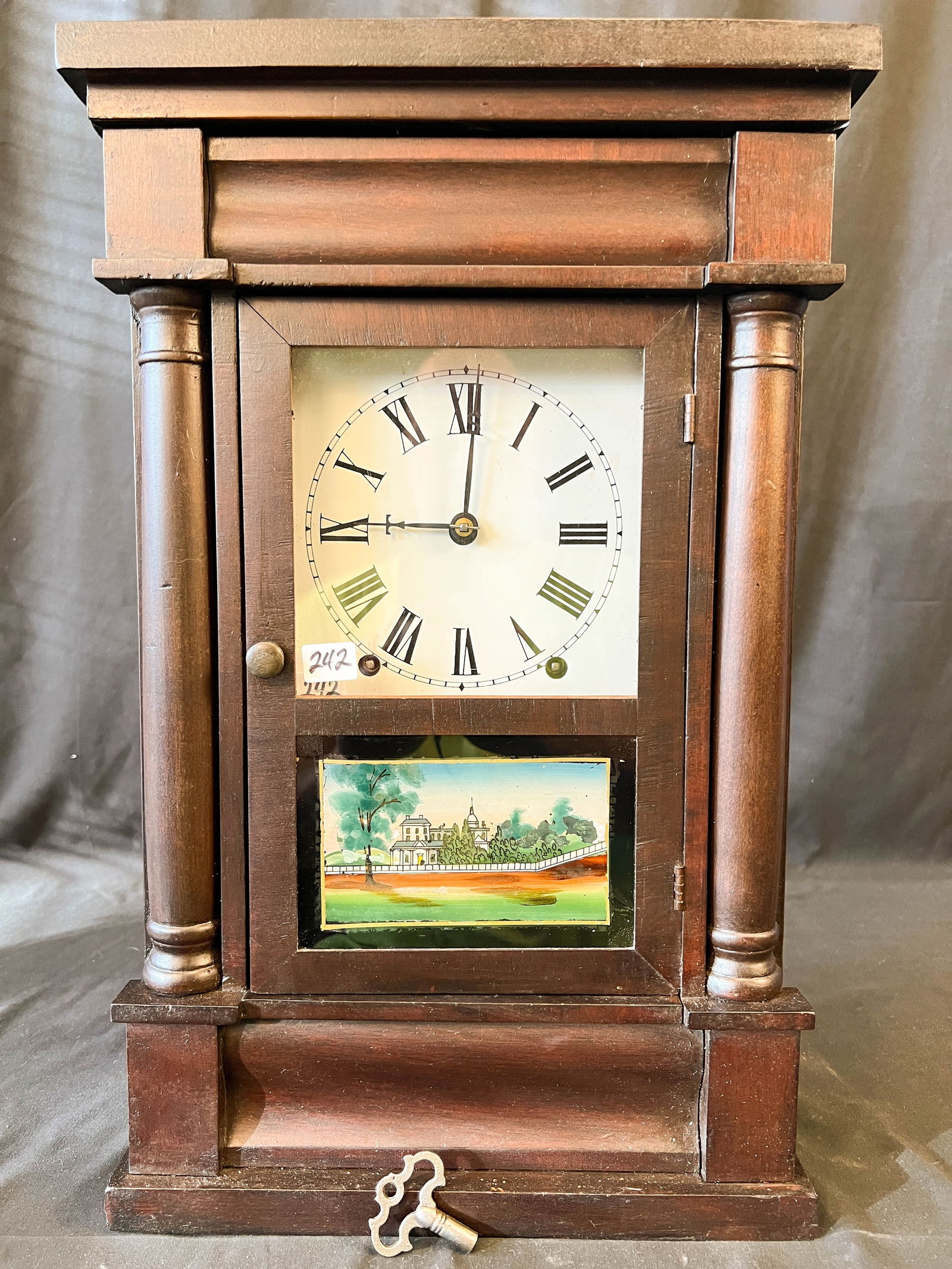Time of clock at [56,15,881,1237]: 9:01
